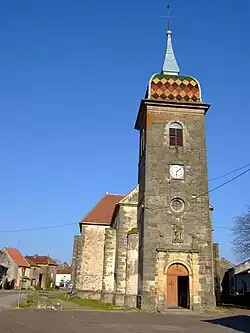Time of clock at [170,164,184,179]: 6:08
